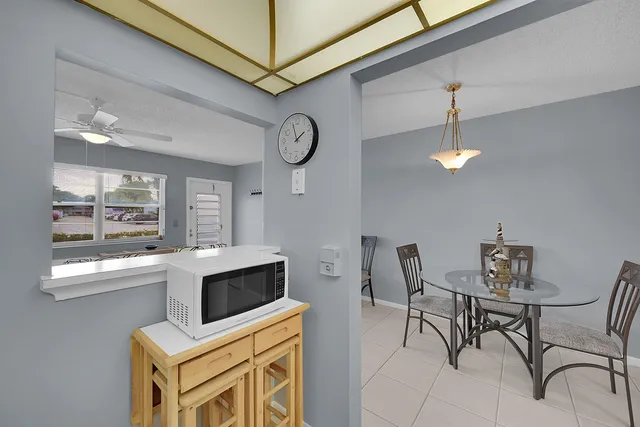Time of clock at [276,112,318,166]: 1:57
